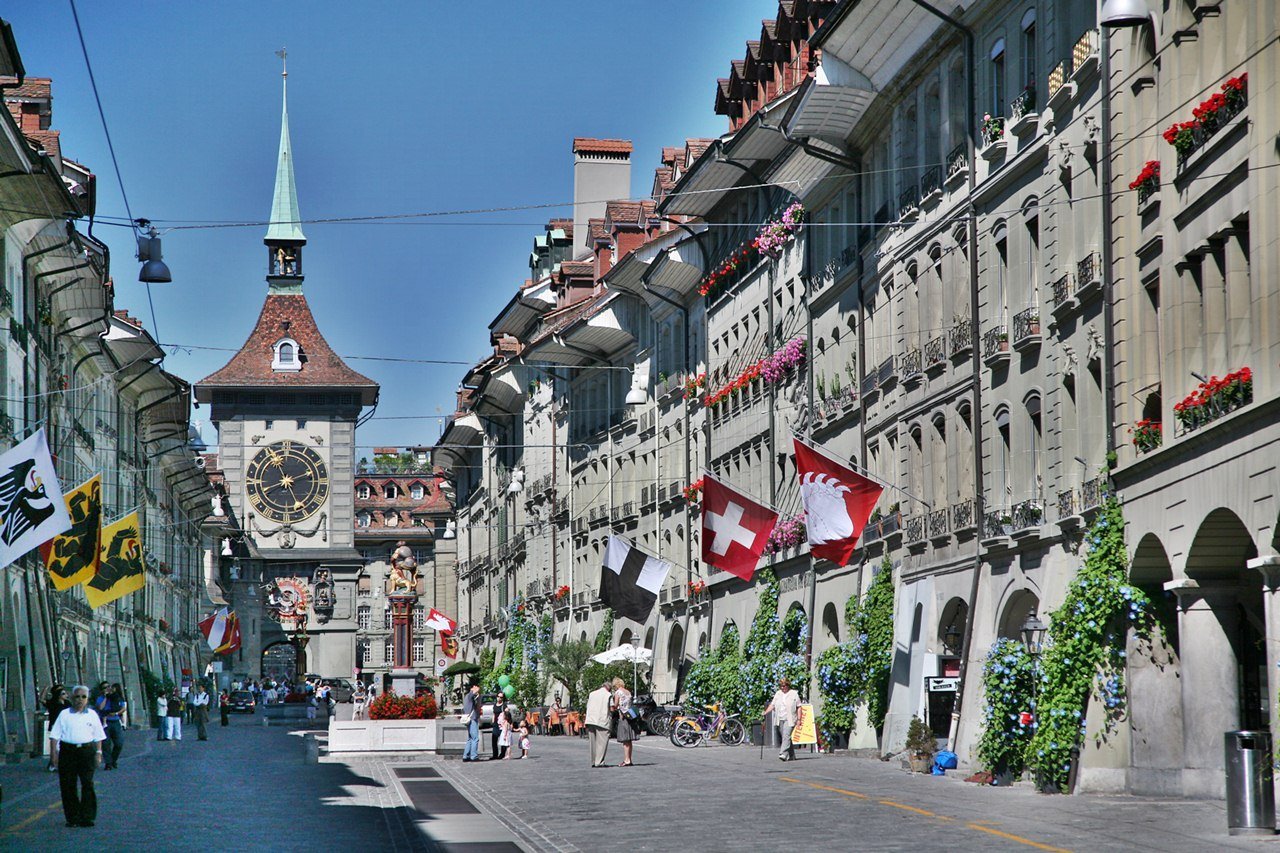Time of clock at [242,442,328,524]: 11:11
